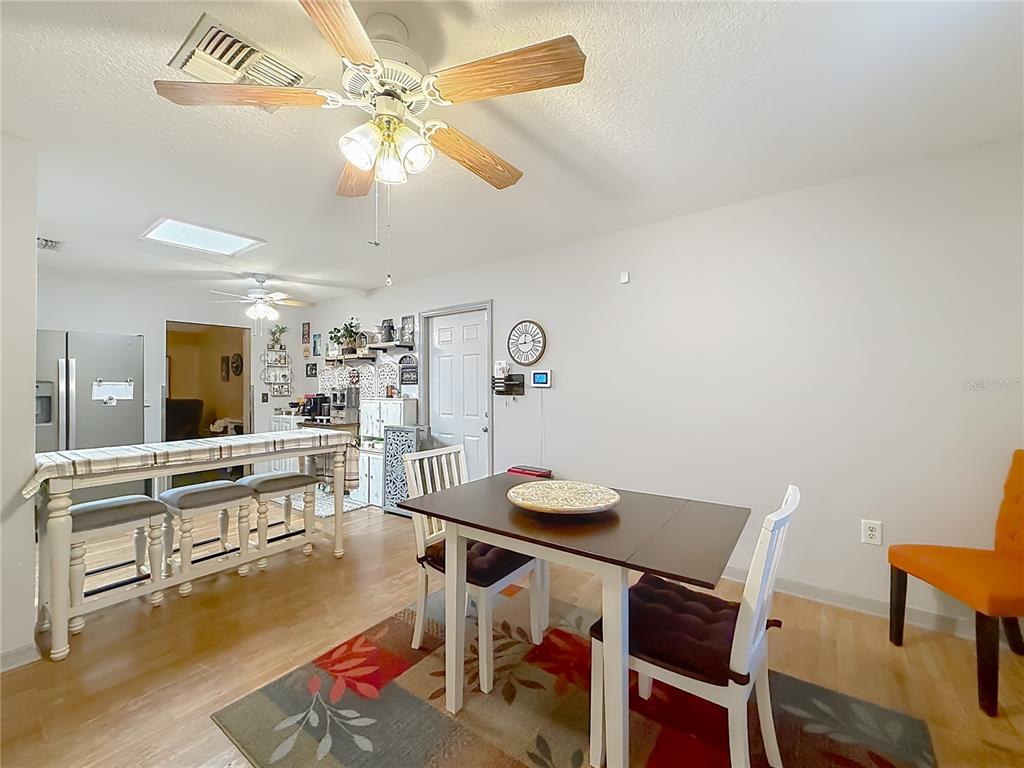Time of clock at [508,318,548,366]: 12:13
